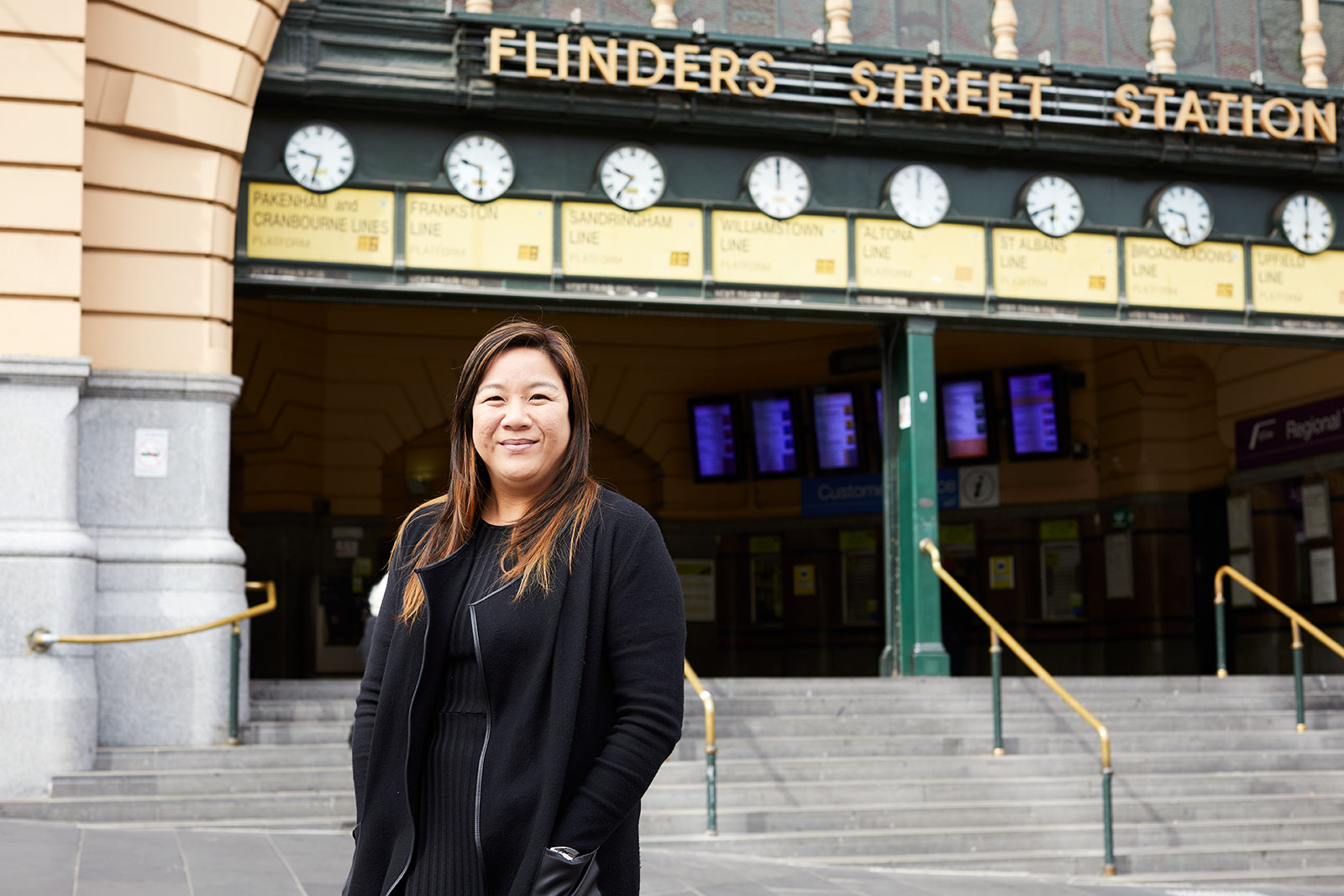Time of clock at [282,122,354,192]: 9:32
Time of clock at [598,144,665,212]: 9:35
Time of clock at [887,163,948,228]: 12:00
